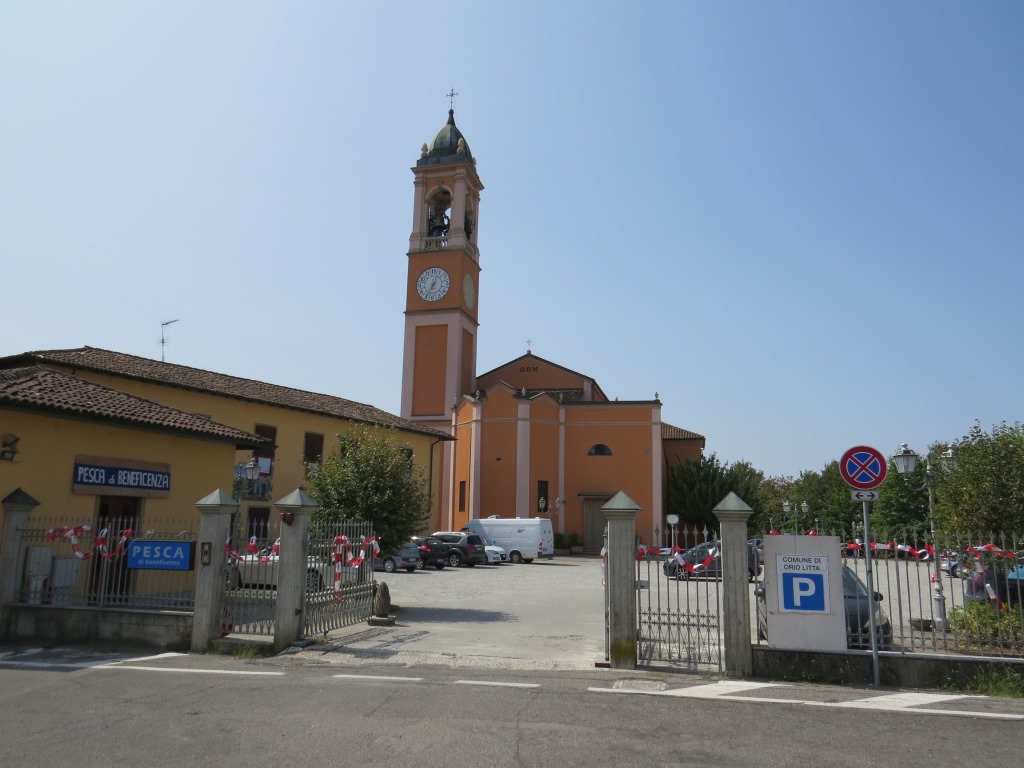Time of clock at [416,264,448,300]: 7:02
